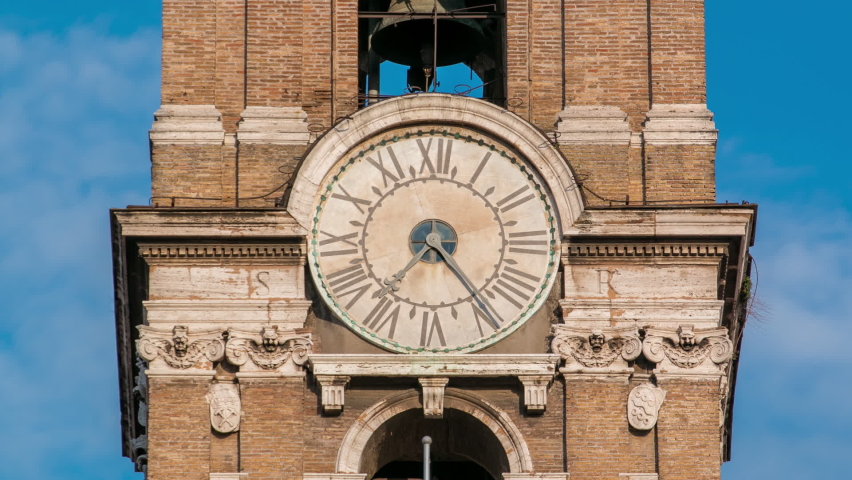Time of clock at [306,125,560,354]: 7:24
